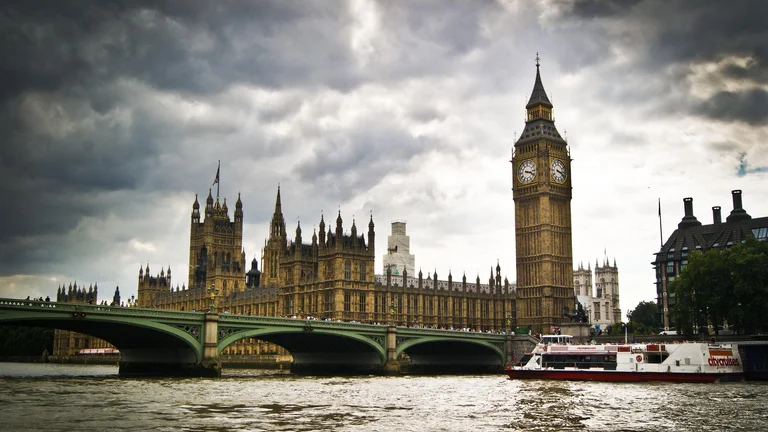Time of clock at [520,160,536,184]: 3:18
